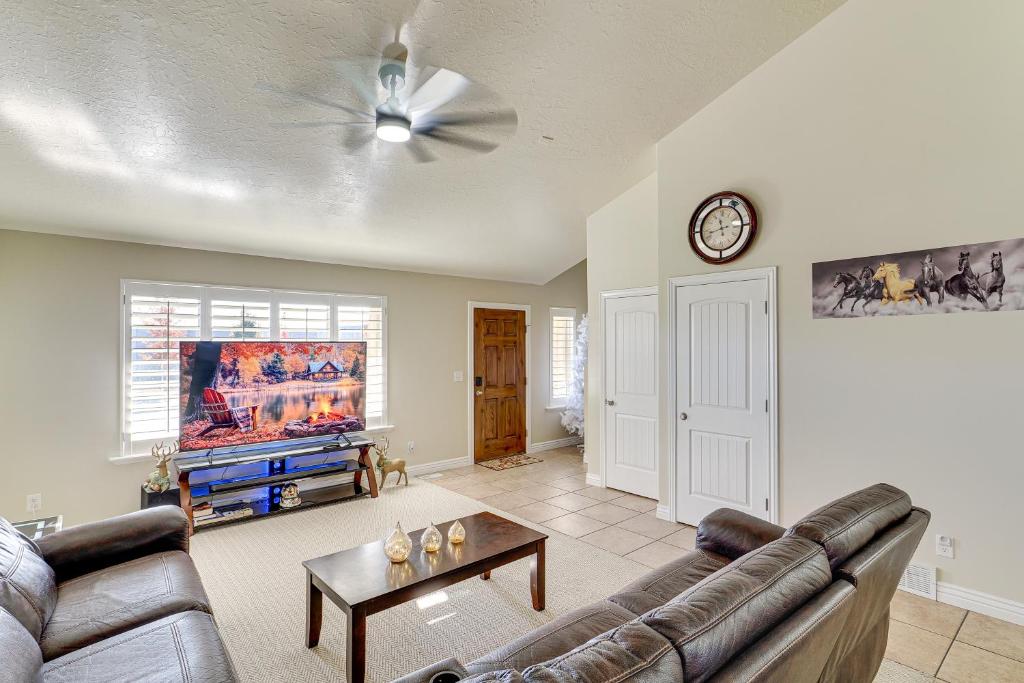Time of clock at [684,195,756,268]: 11:42
